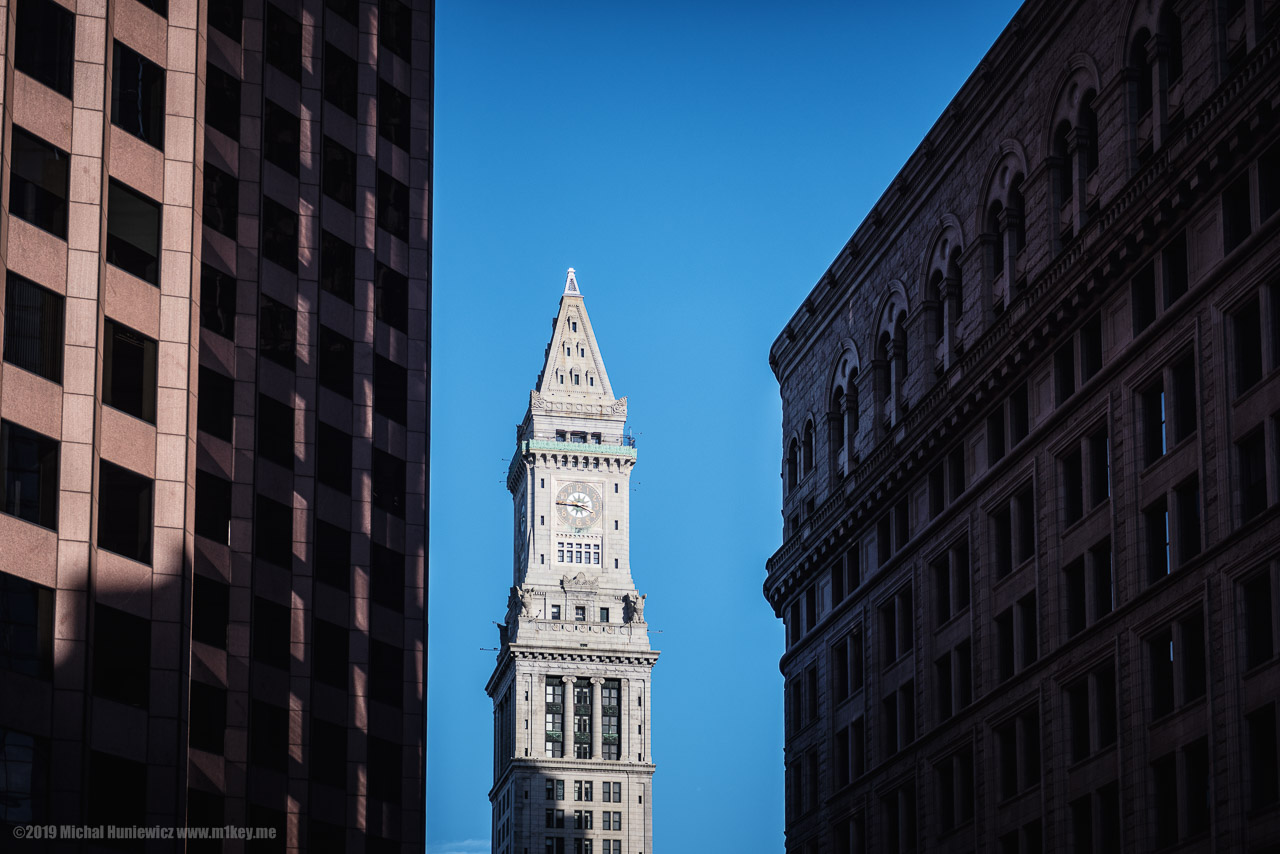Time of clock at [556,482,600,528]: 3:45
